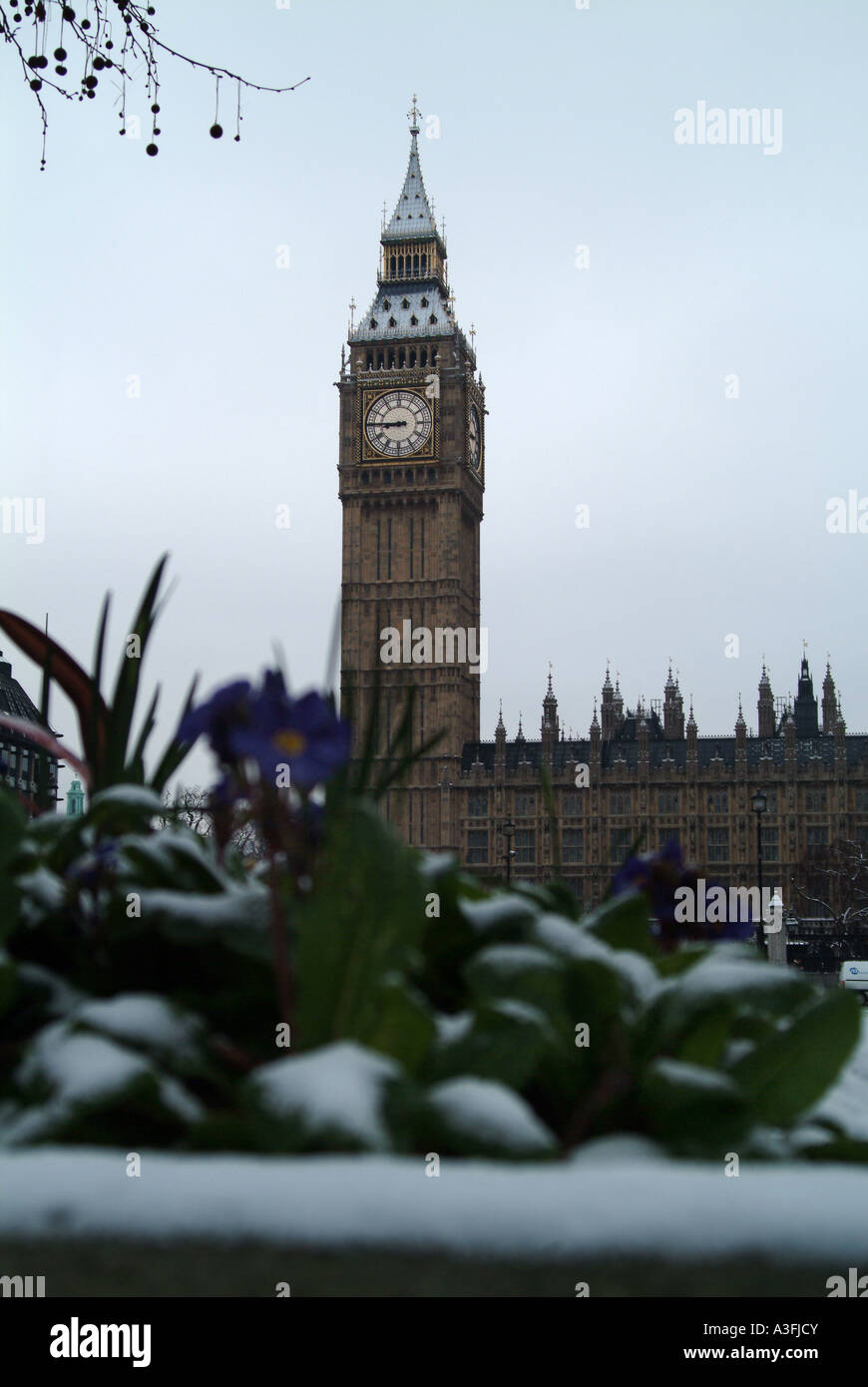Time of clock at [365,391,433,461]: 8:45
